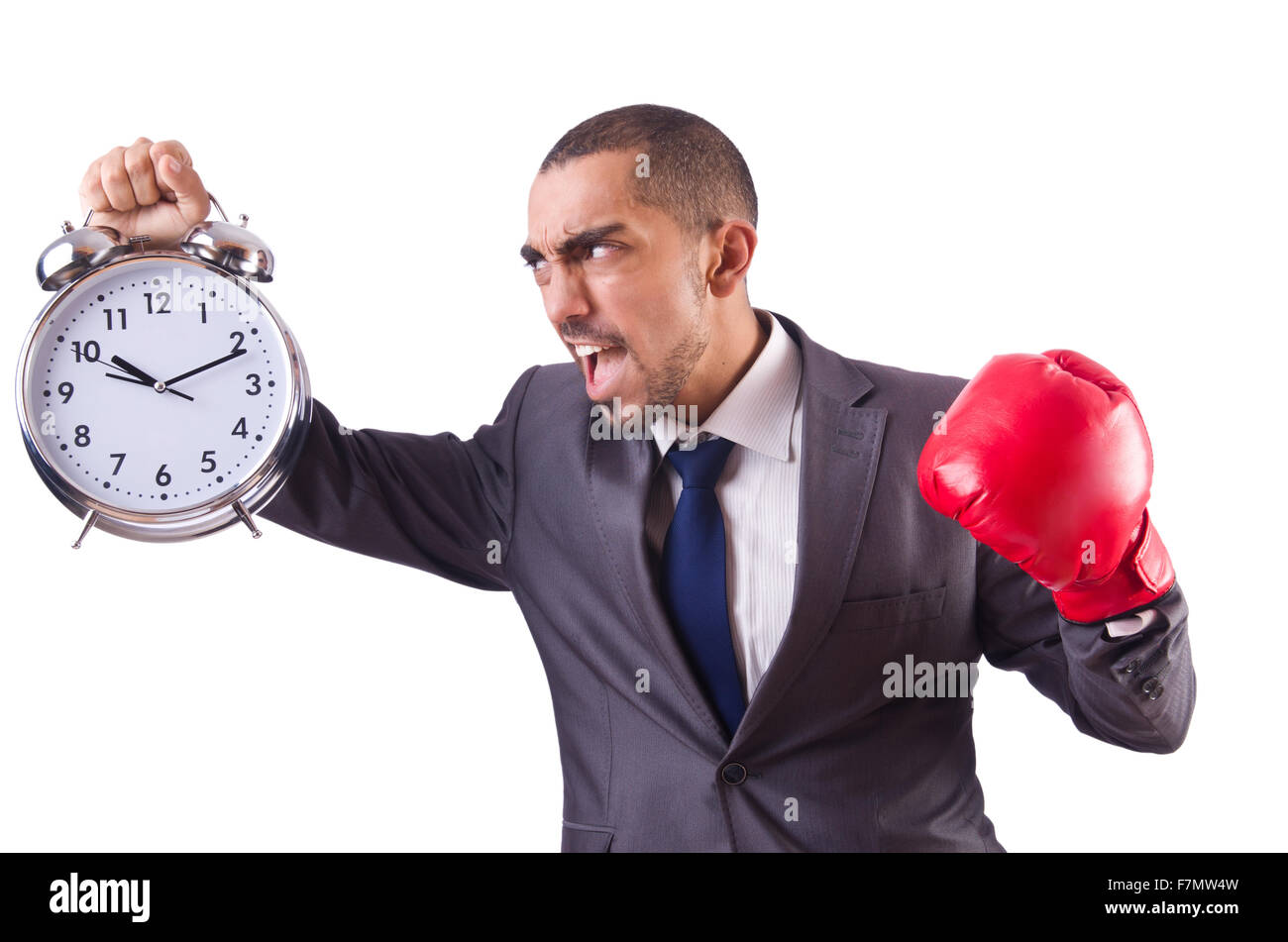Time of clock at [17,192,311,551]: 10:11
